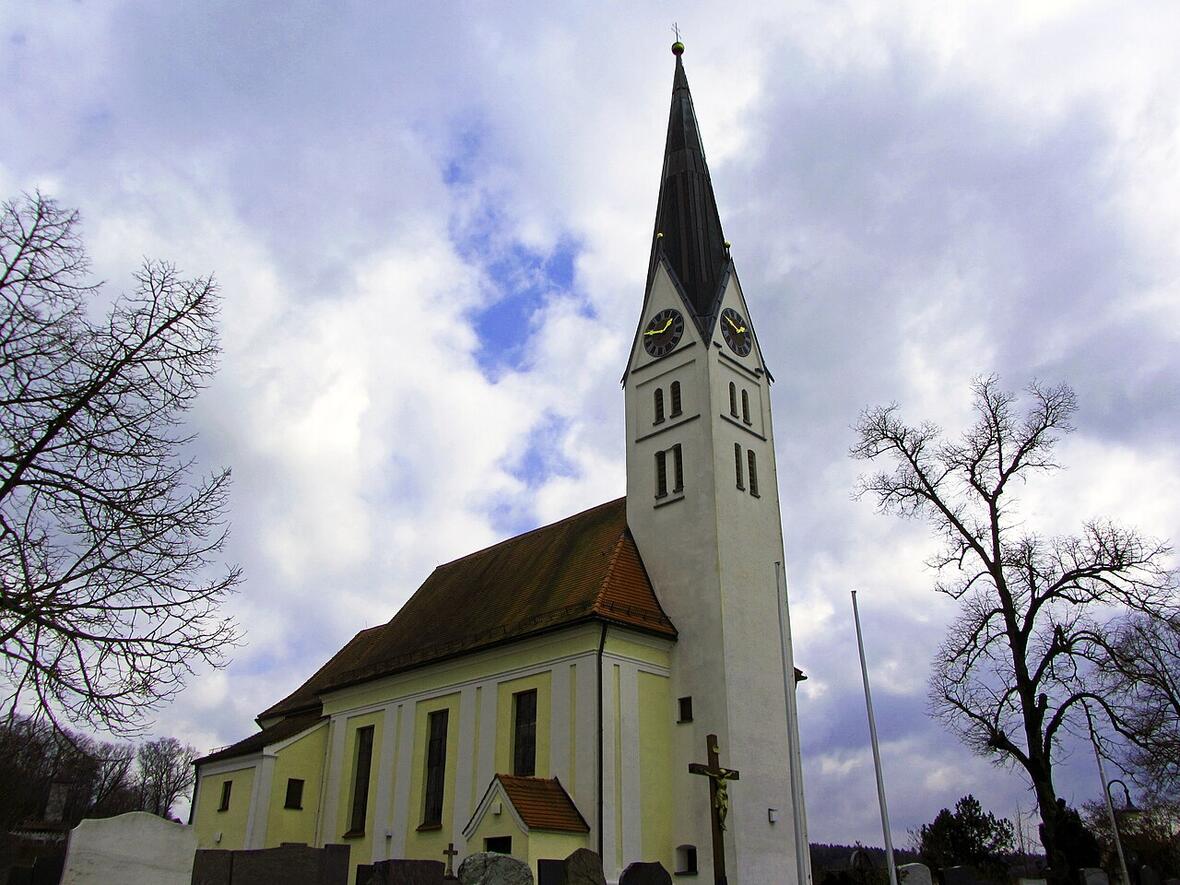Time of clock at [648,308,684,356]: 12:44
